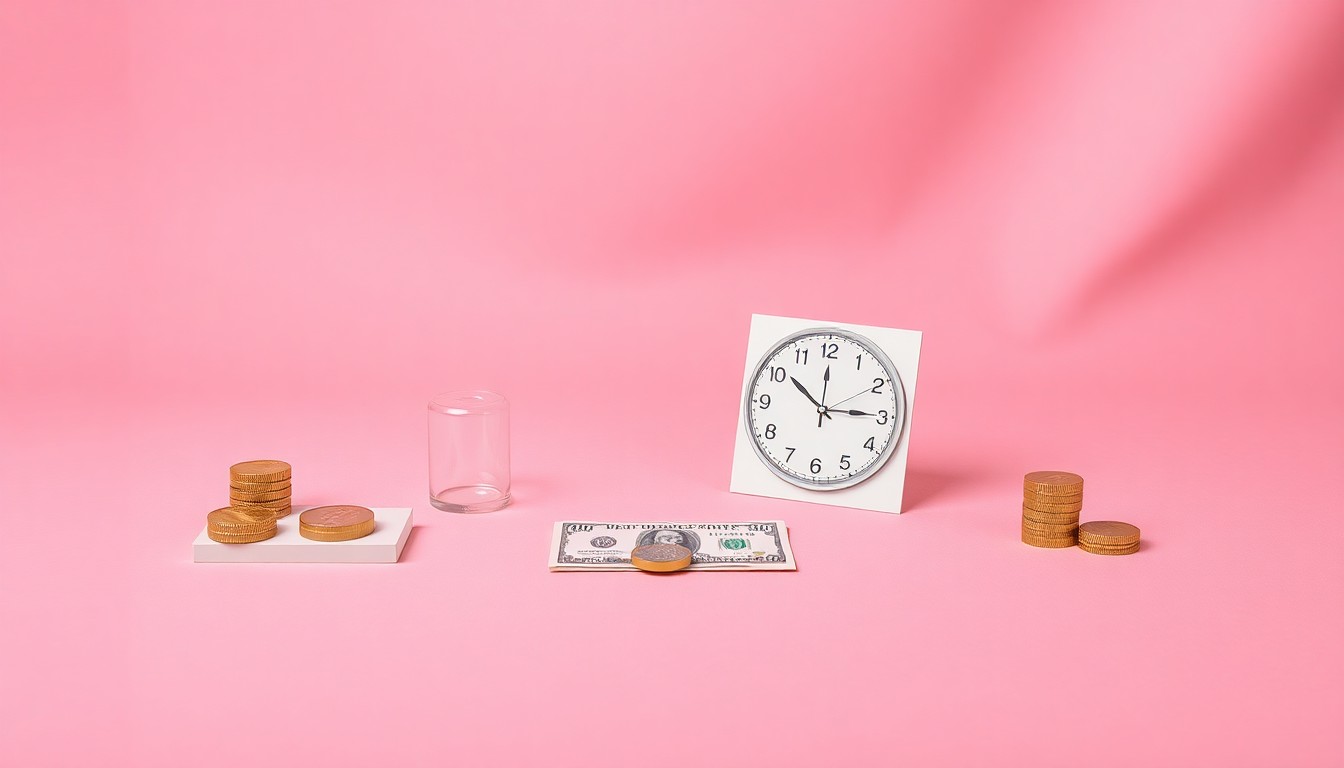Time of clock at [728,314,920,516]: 10:14
